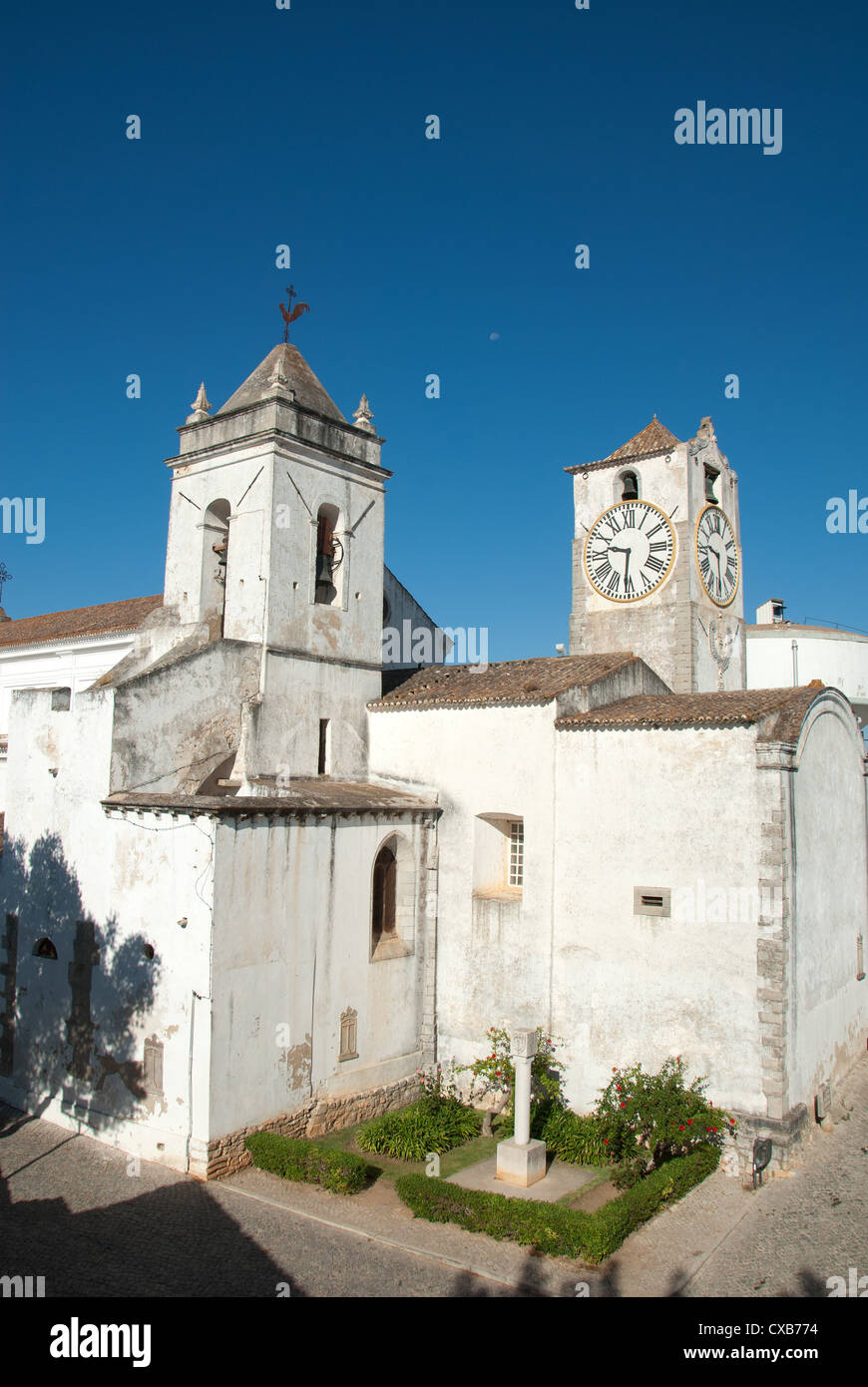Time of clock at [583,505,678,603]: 9:31
